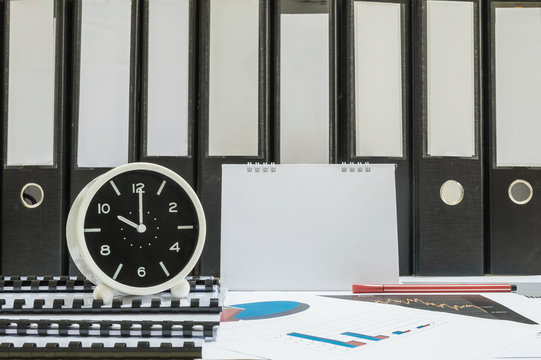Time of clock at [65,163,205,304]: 10:00
